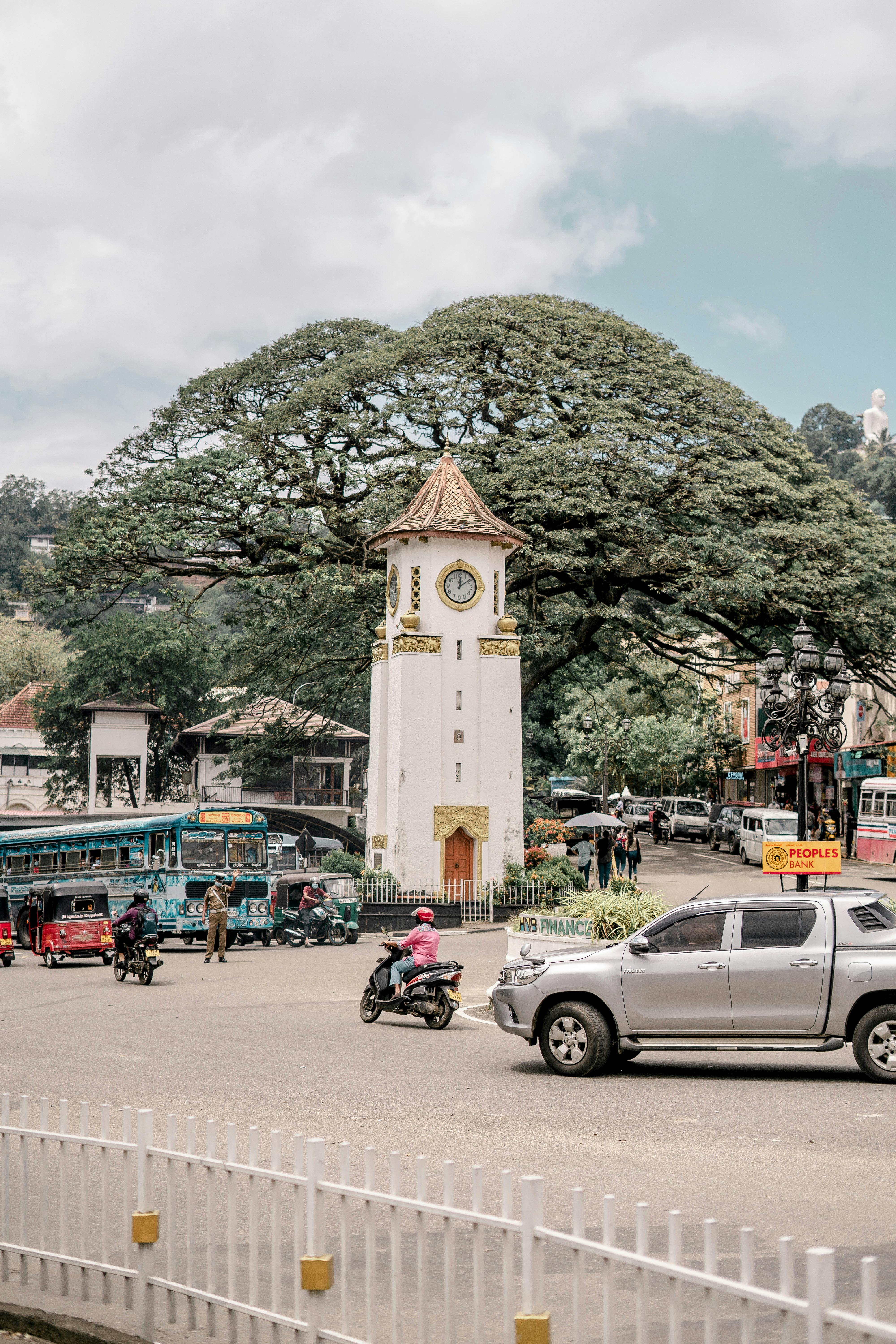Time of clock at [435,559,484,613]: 12:08
